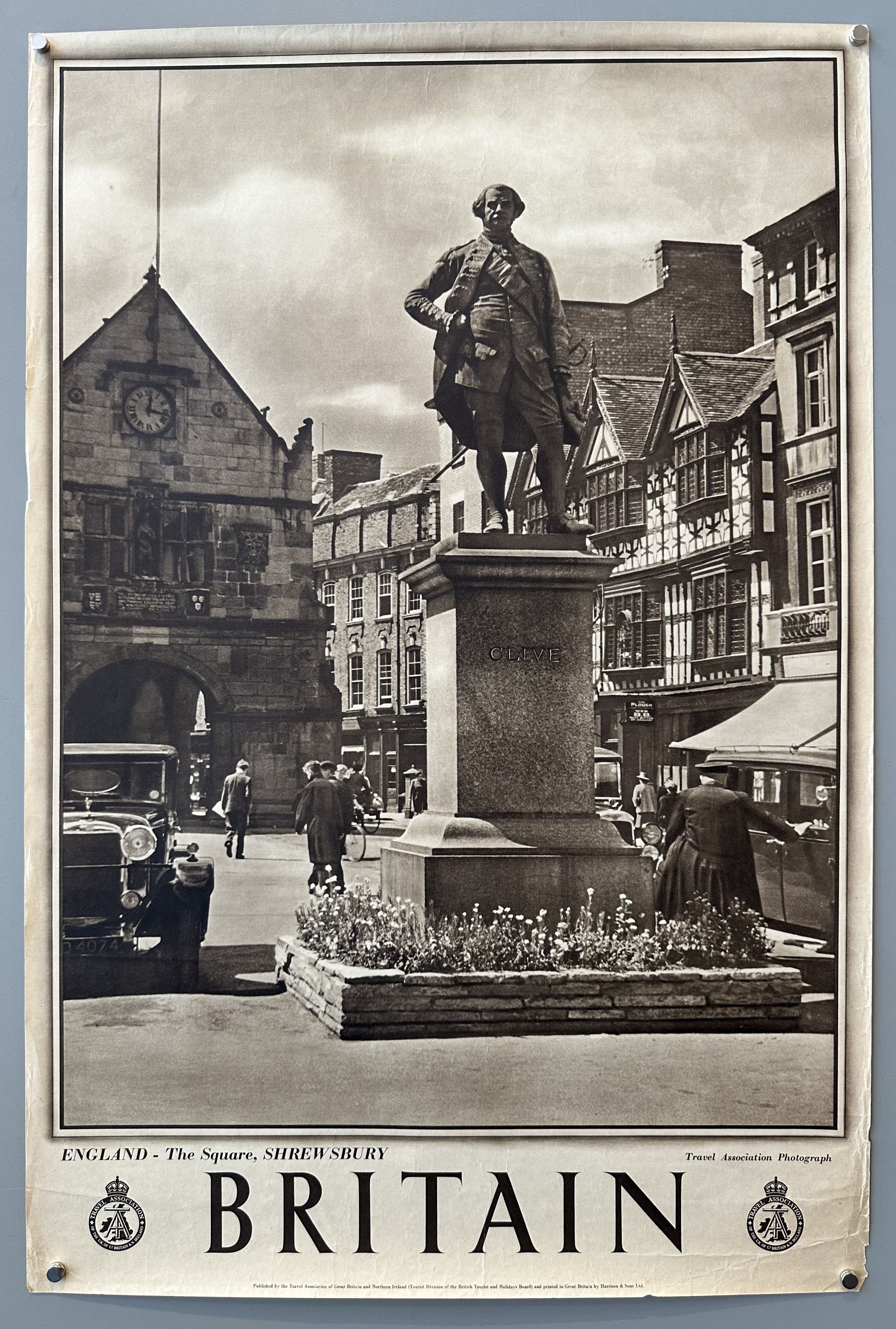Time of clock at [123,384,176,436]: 12:16
